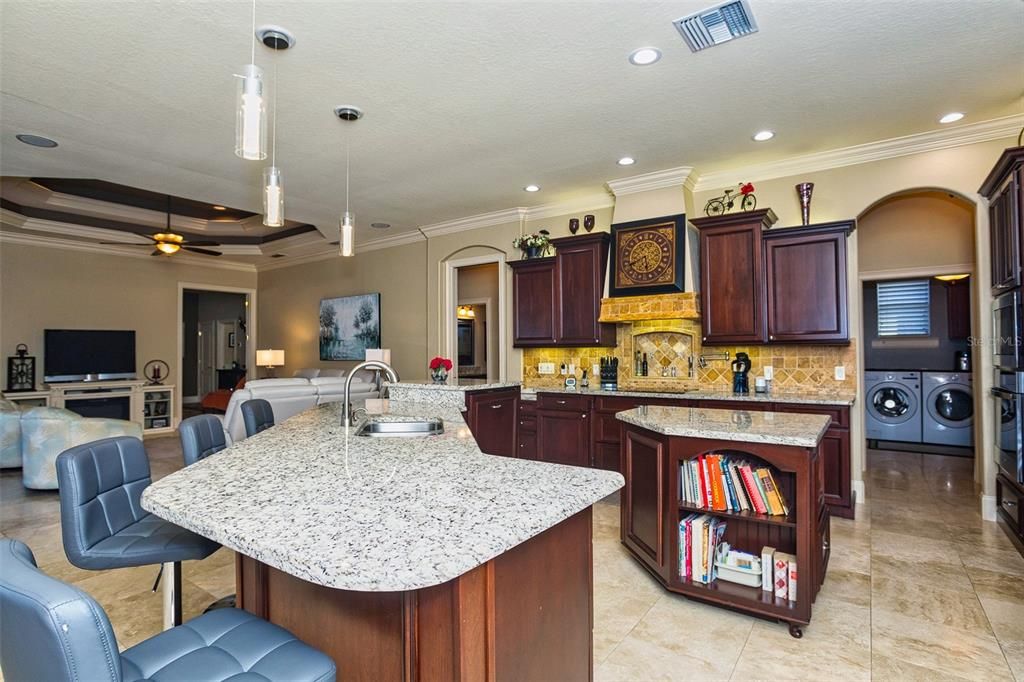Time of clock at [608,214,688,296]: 5:41
